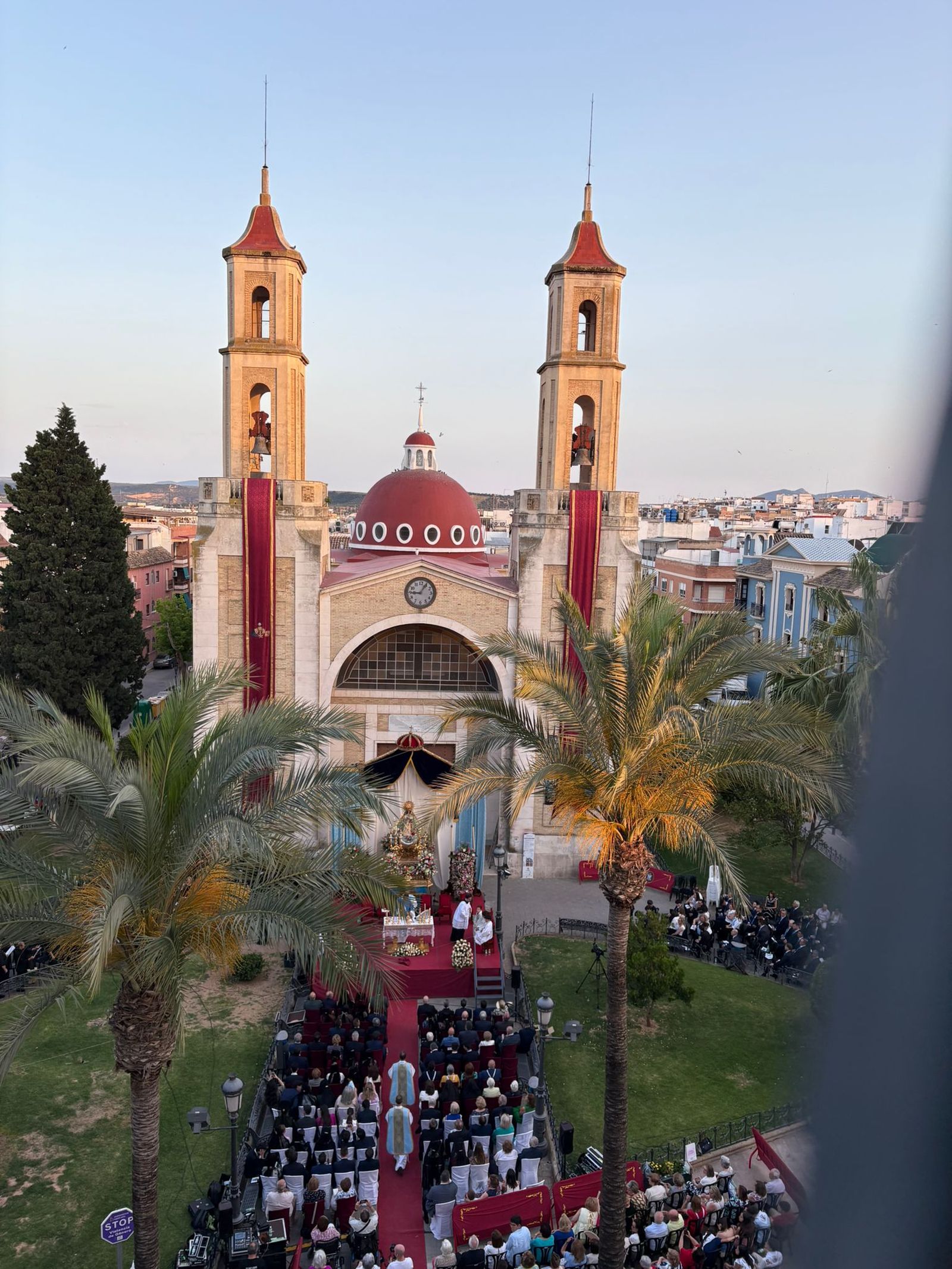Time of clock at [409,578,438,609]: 9:05
